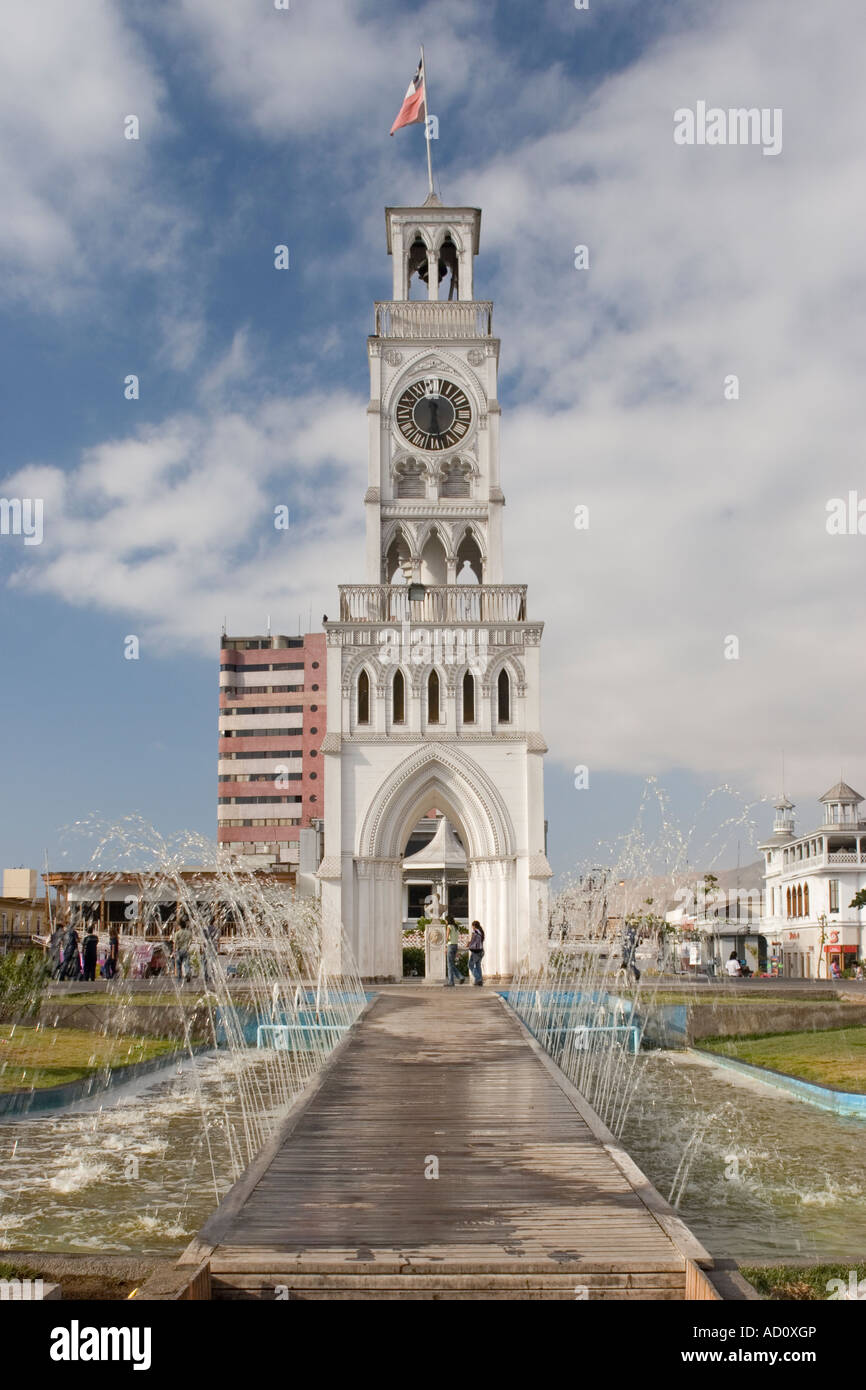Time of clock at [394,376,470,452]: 12:28
